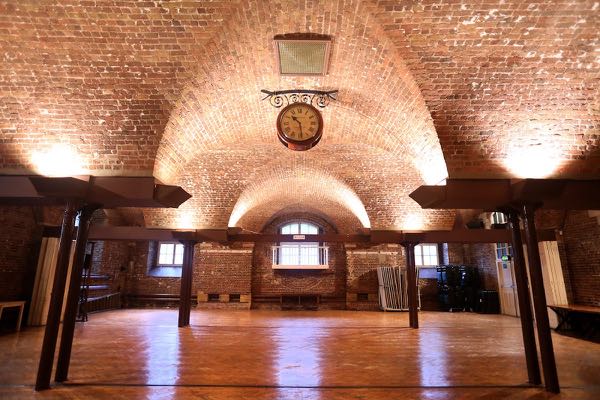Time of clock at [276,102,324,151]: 10:28
